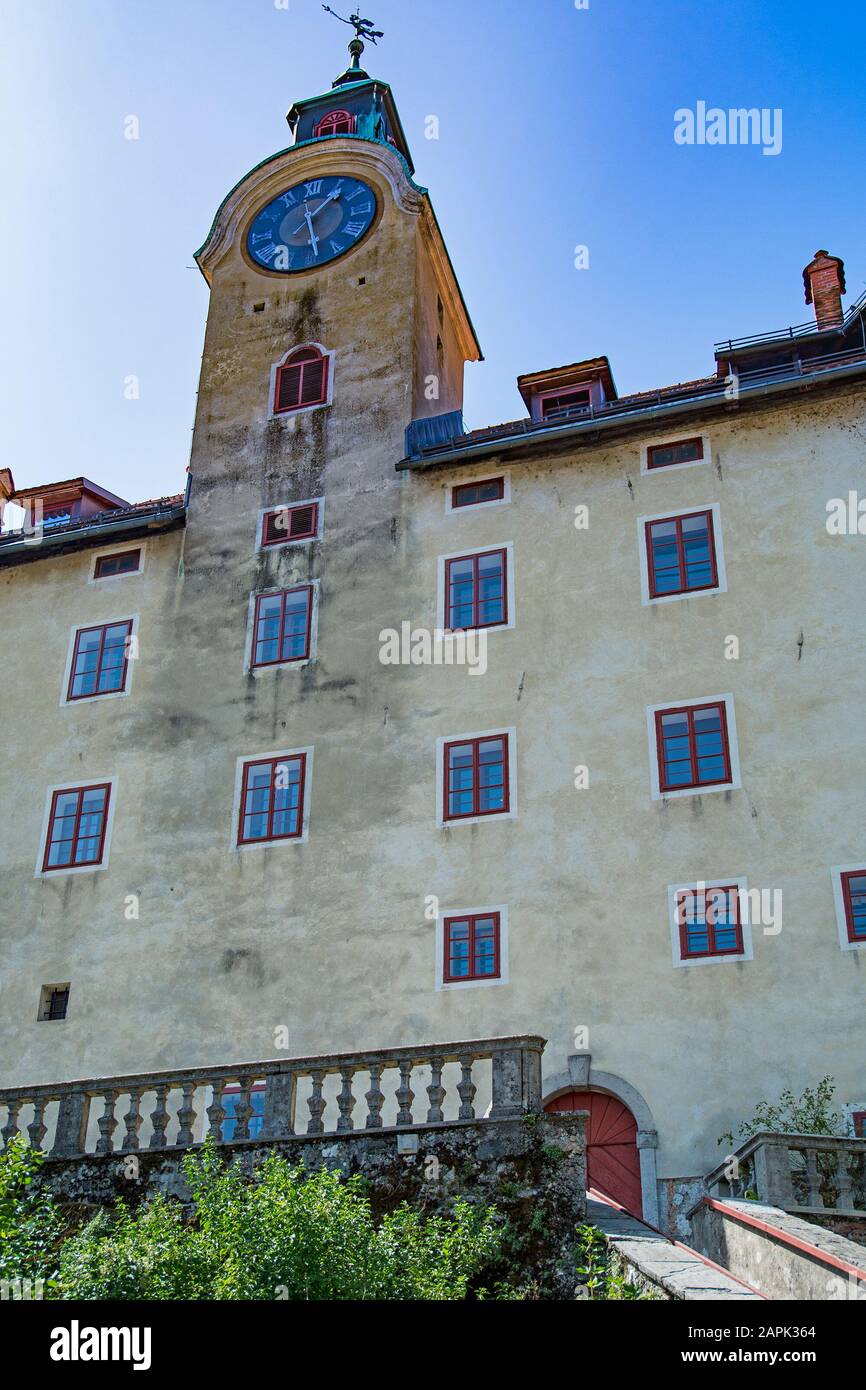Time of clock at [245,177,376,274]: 1:28
